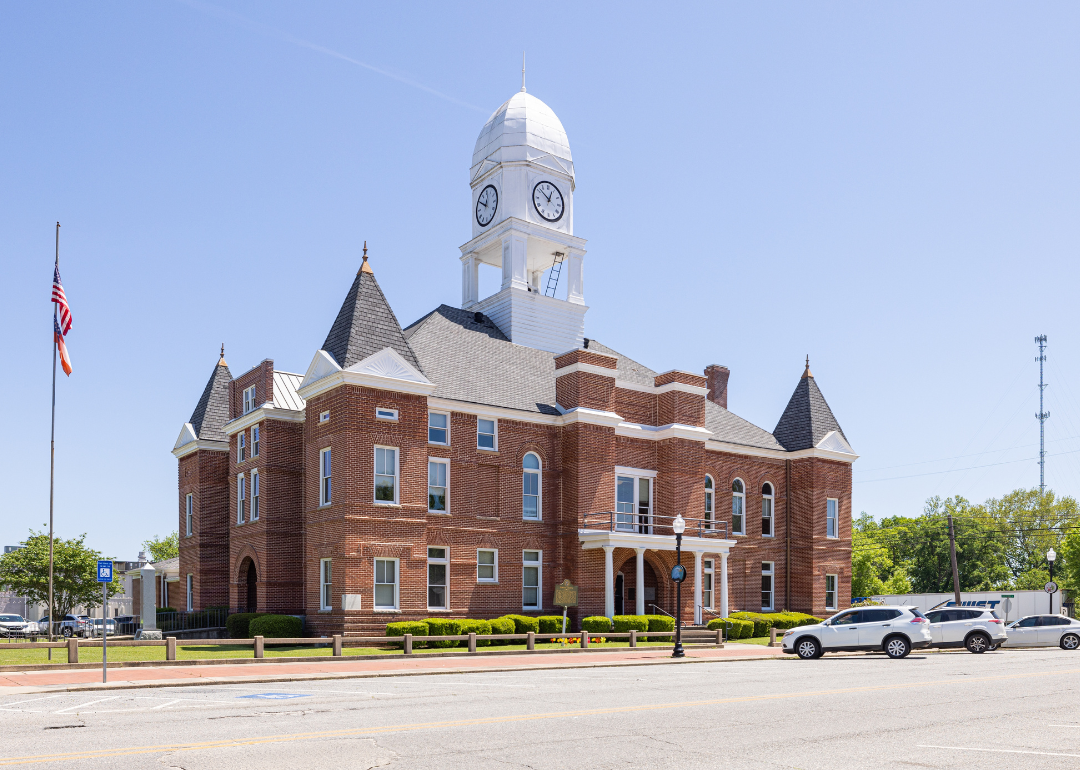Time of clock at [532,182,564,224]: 12:51
